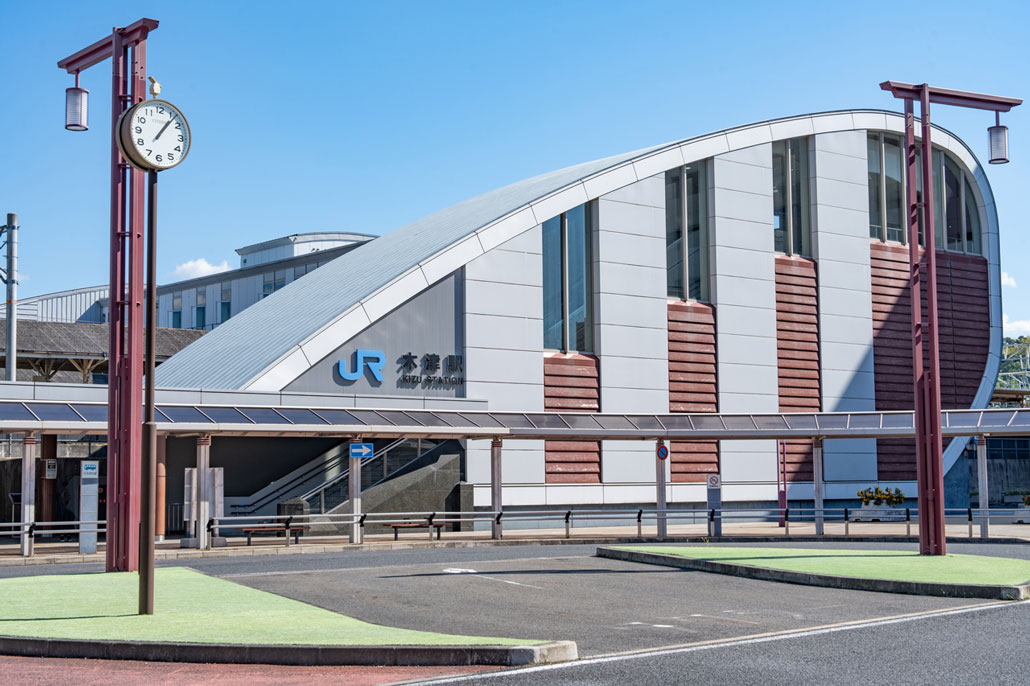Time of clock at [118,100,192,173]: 1:06
